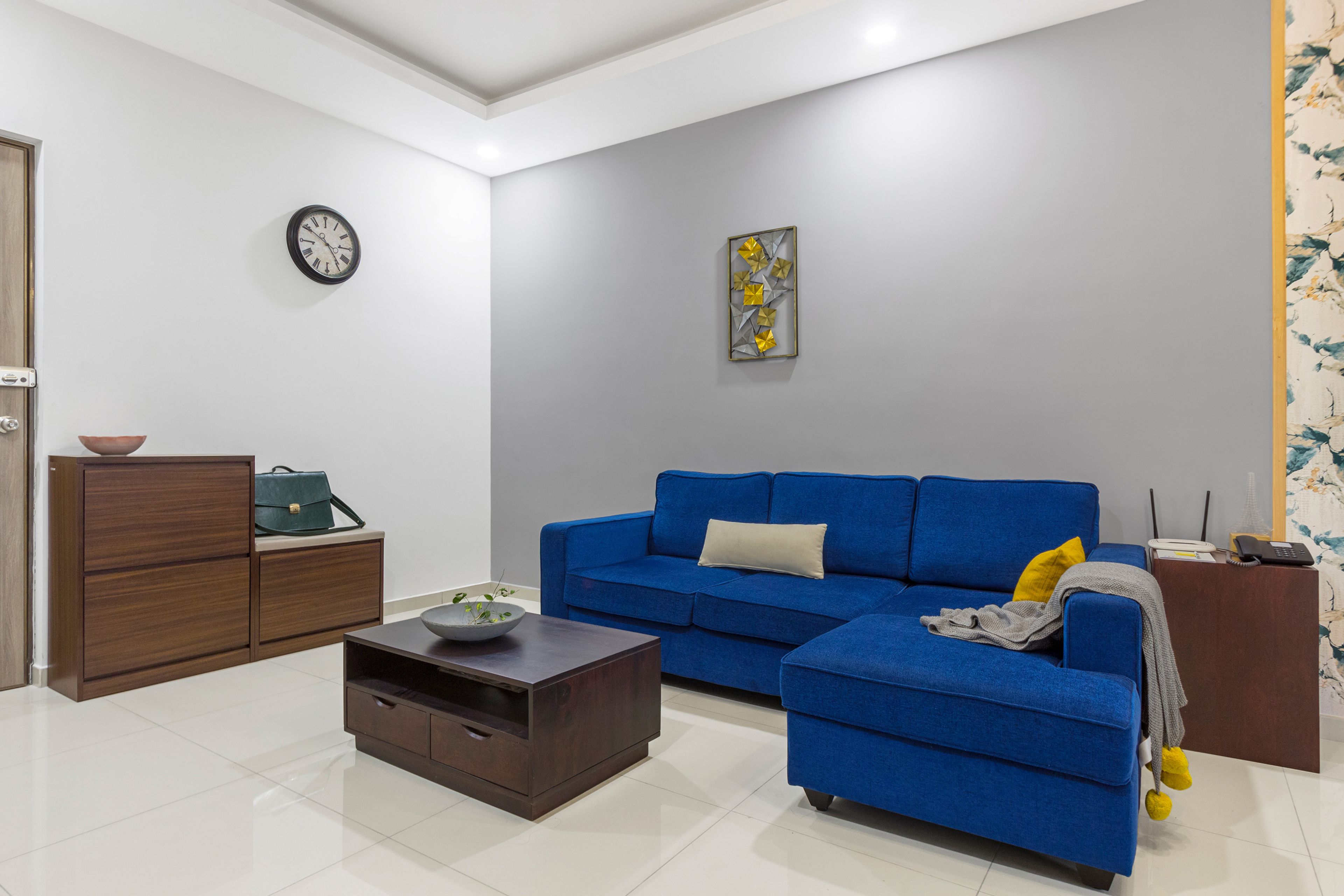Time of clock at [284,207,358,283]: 4:50
